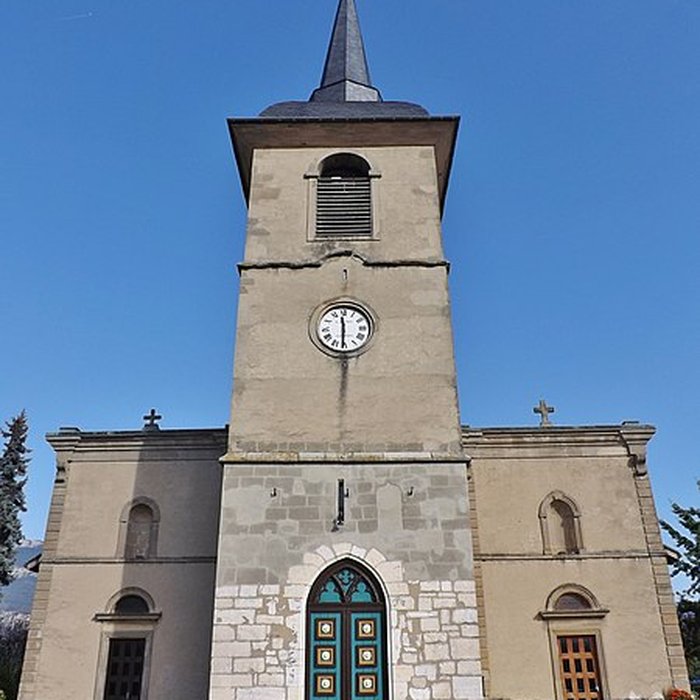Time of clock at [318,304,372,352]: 11:30
